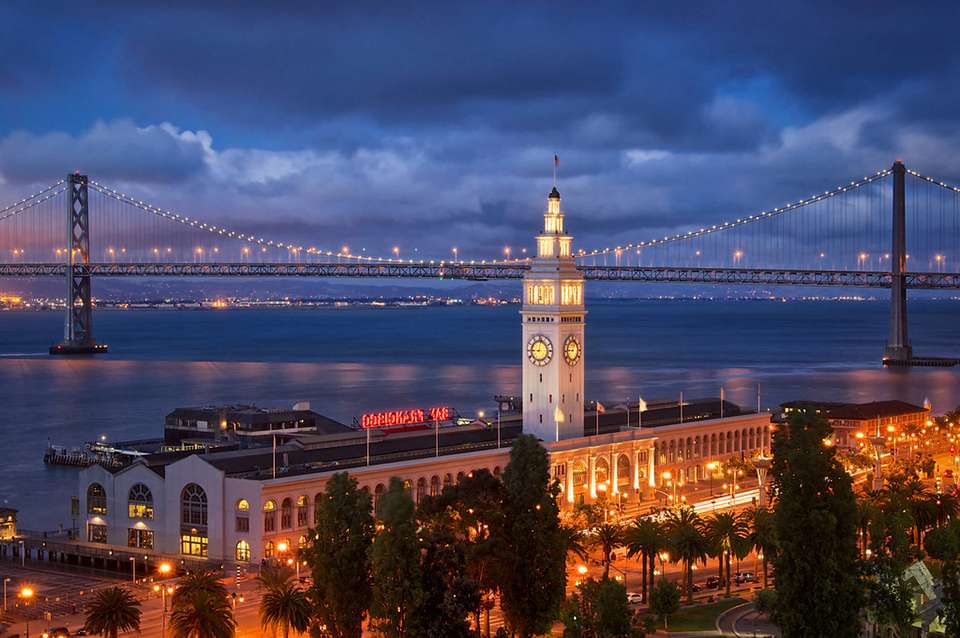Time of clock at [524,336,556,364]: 9:01
